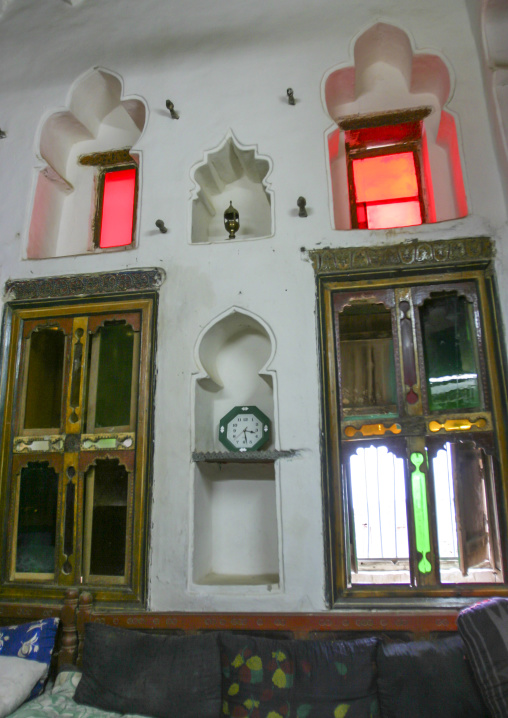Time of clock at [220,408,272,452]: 3:28
